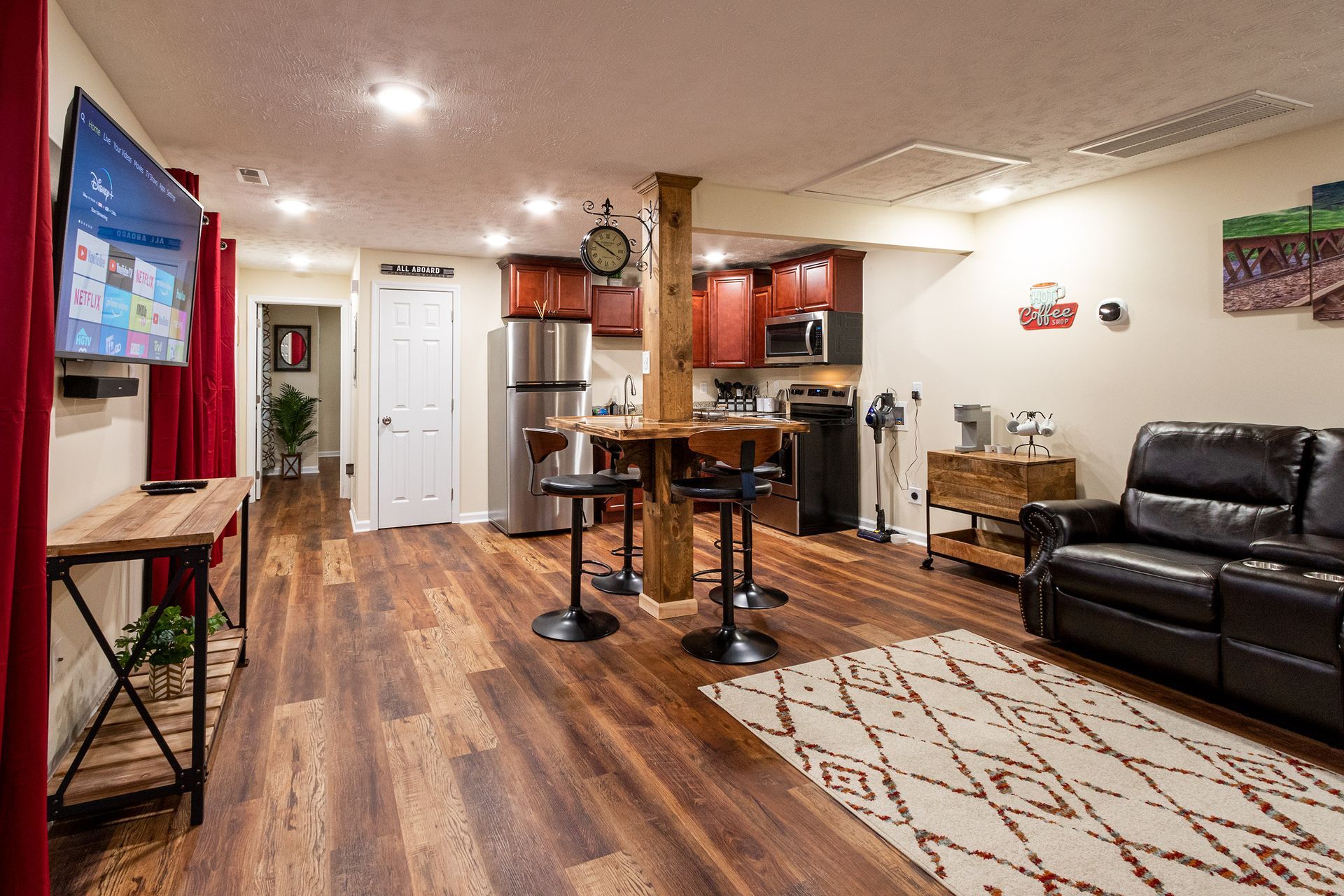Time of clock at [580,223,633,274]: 3:49
